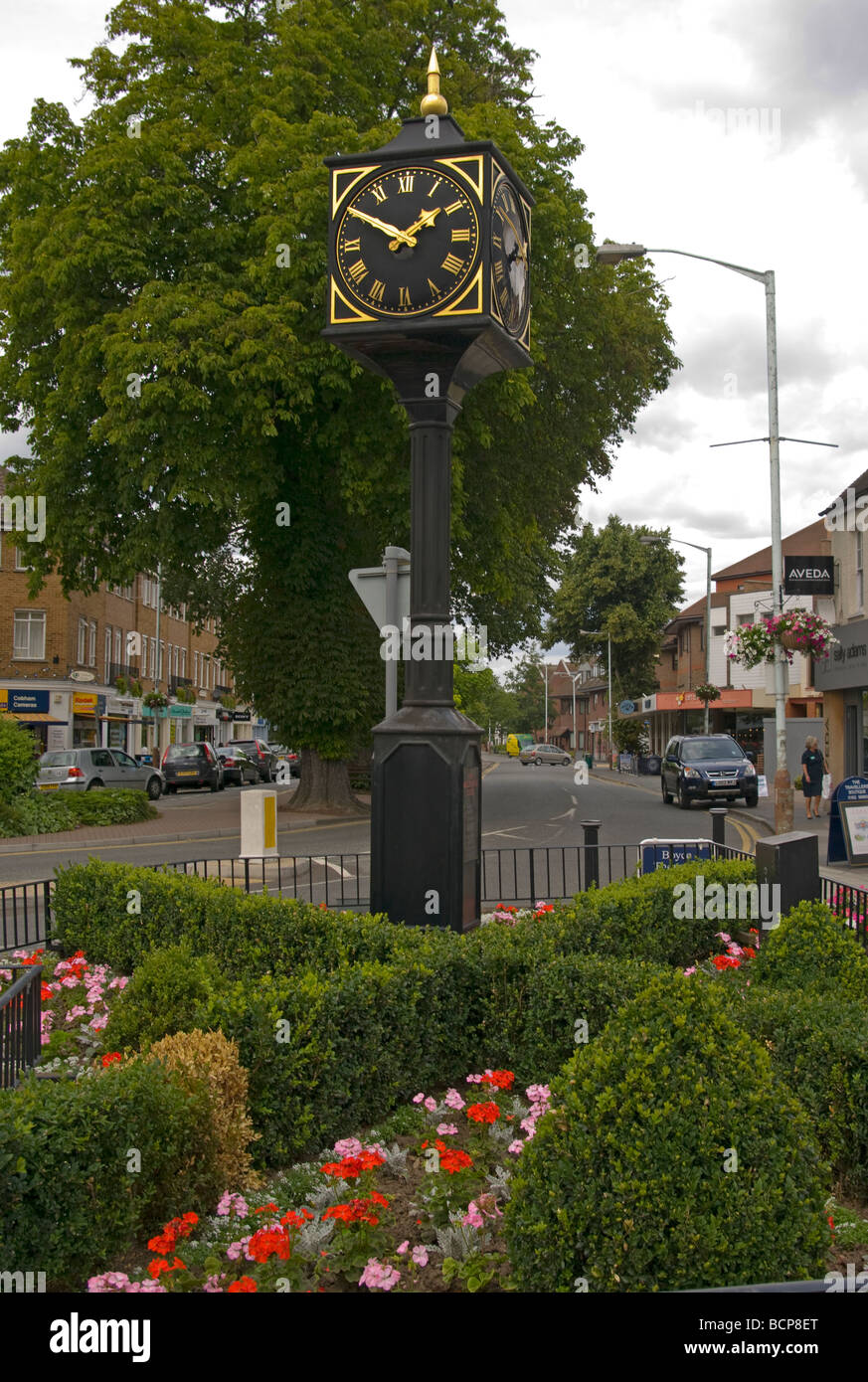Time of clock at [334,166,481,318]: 1:50
